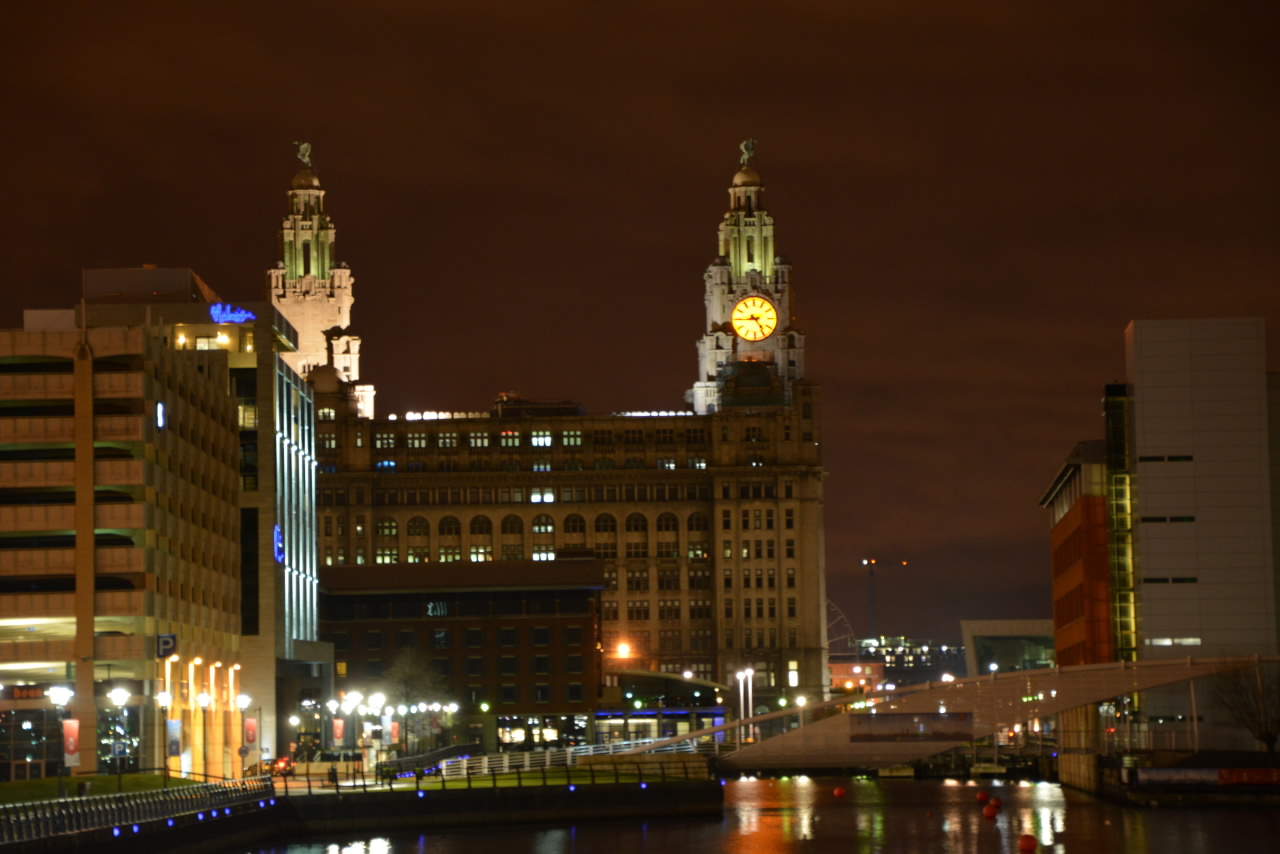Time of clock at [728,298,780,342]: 4:44
